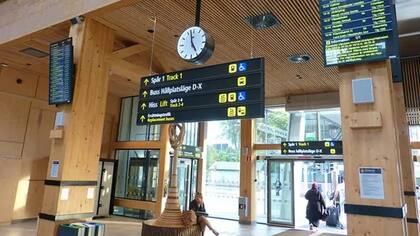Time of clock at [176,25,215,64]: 4:57
